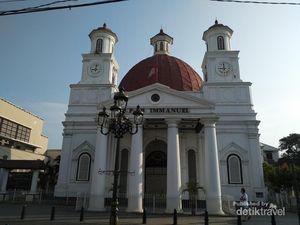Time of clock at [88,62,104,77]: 9:01
